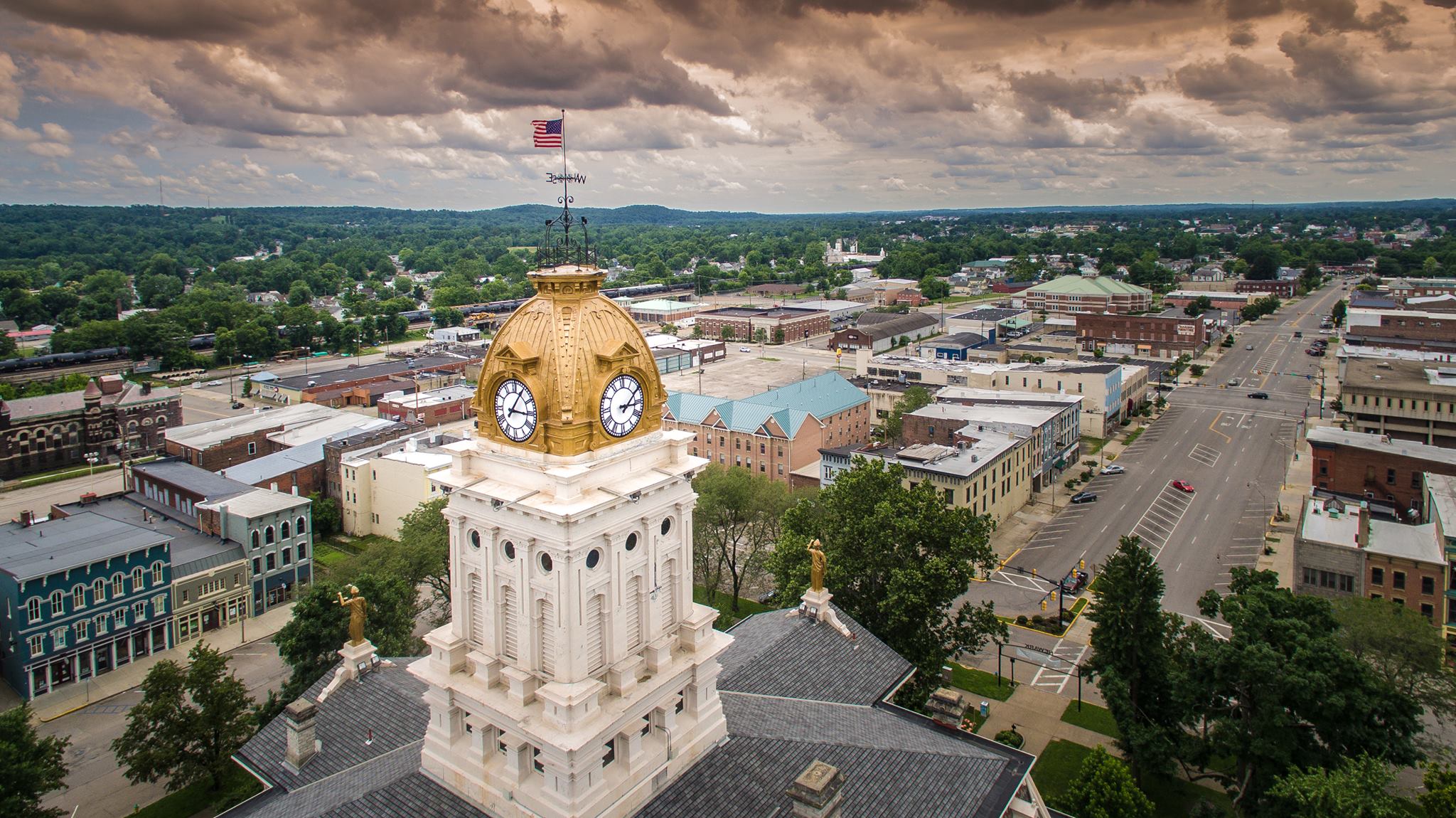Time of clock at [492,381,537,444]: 3:05
